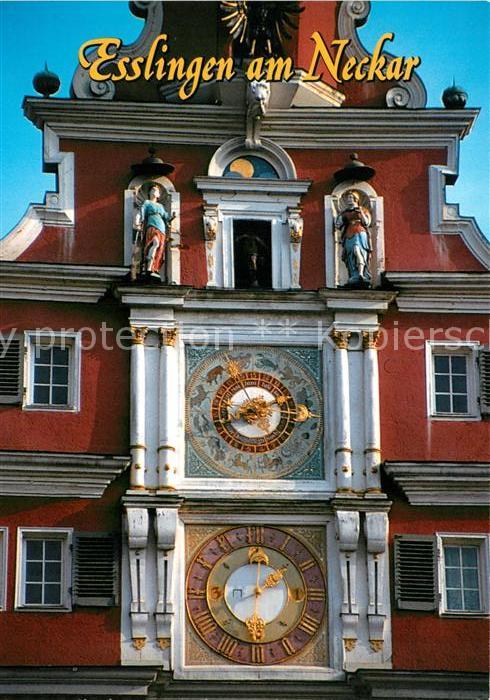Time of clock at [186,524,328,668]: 2:01
